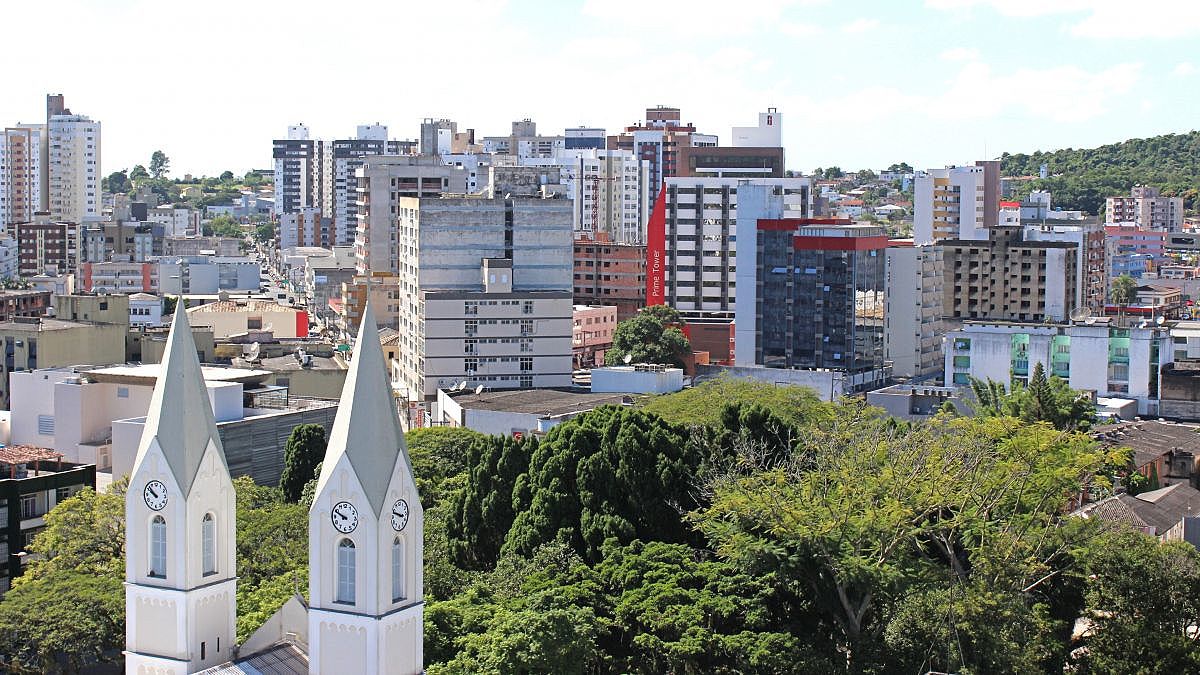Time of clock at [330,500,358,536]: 9:49
